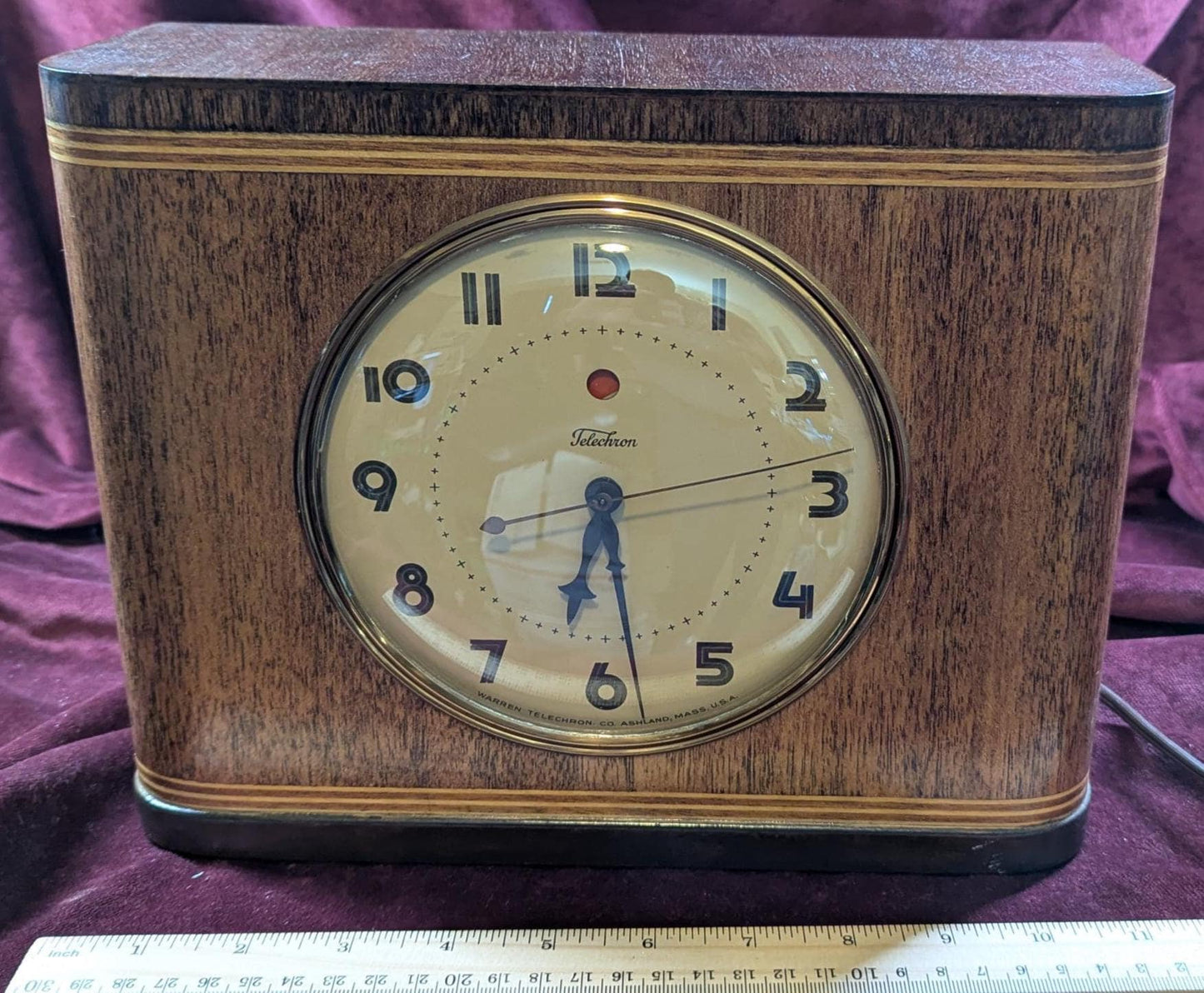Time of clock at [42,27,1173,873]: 6:28
